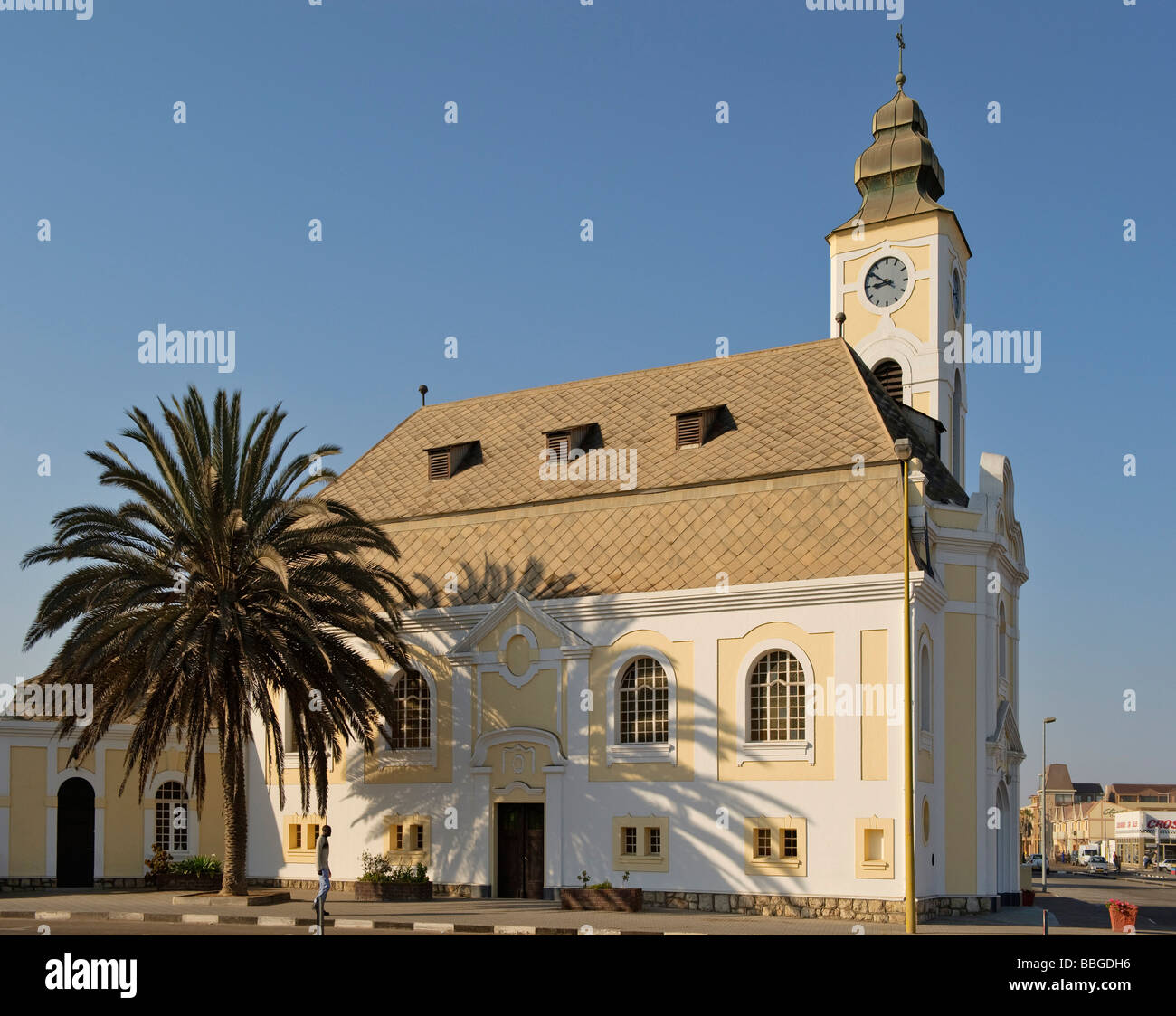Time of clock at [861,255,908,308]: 8:50
